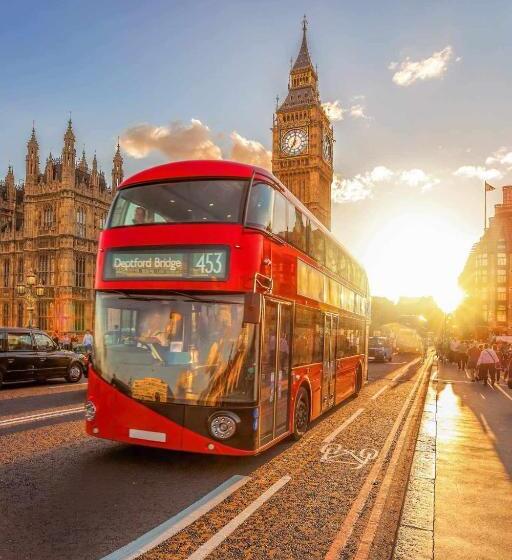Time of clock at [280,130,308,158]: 7:01
